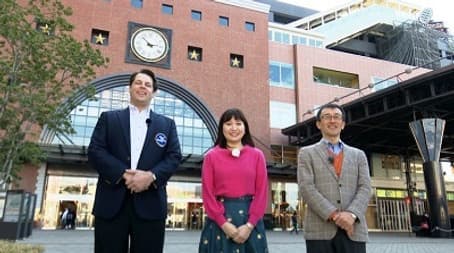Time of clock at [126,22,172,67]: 2:52
